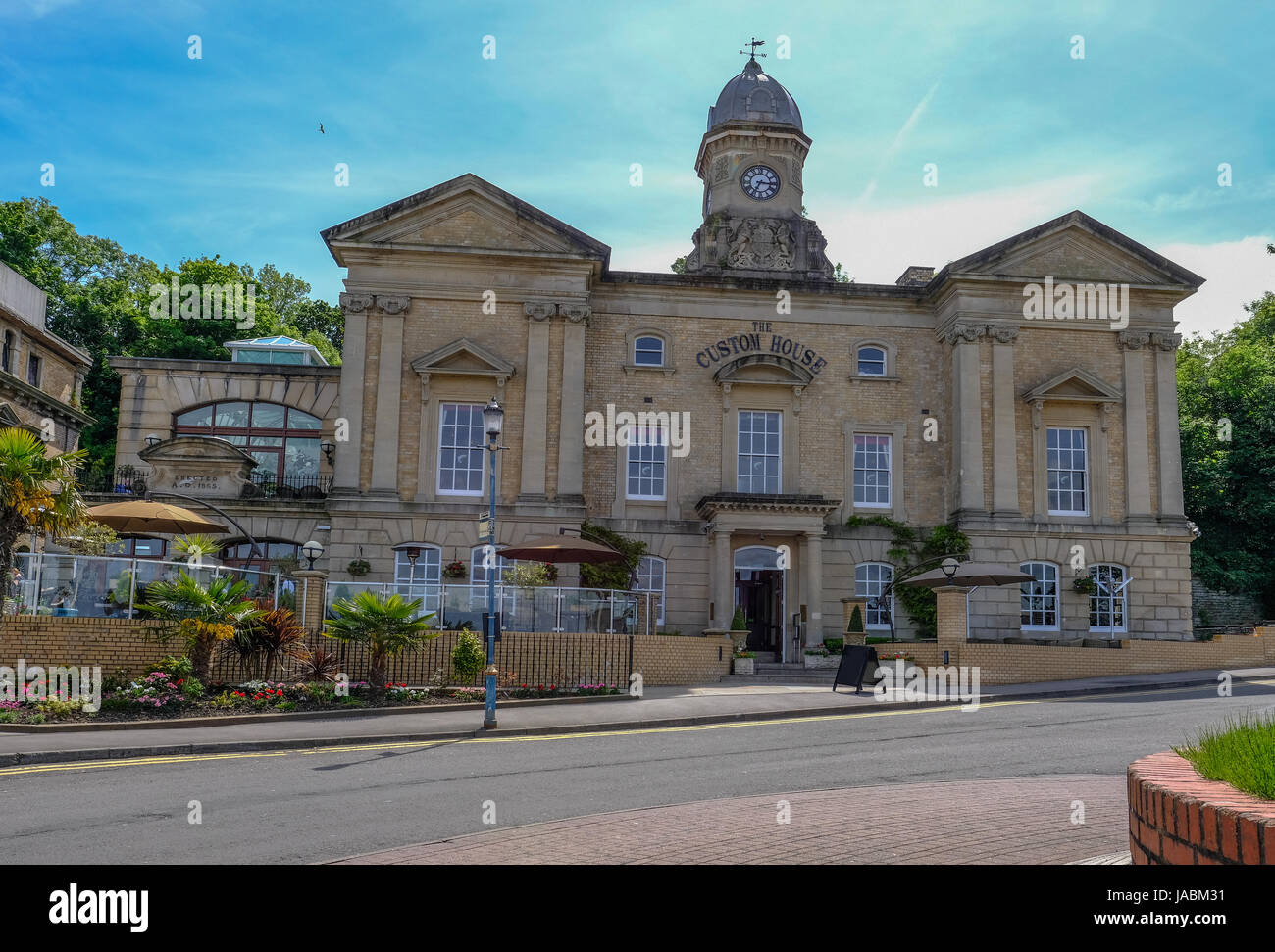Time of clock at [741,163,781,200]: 7:16
